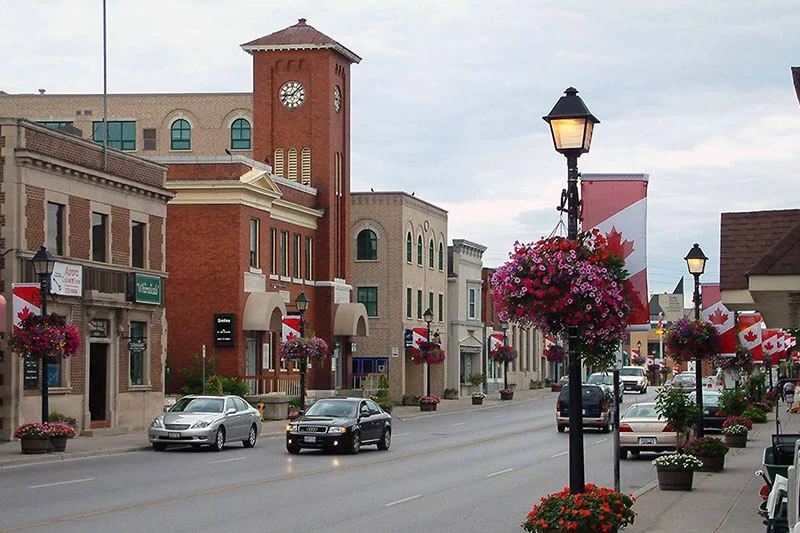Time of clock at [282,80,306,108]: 9:07
